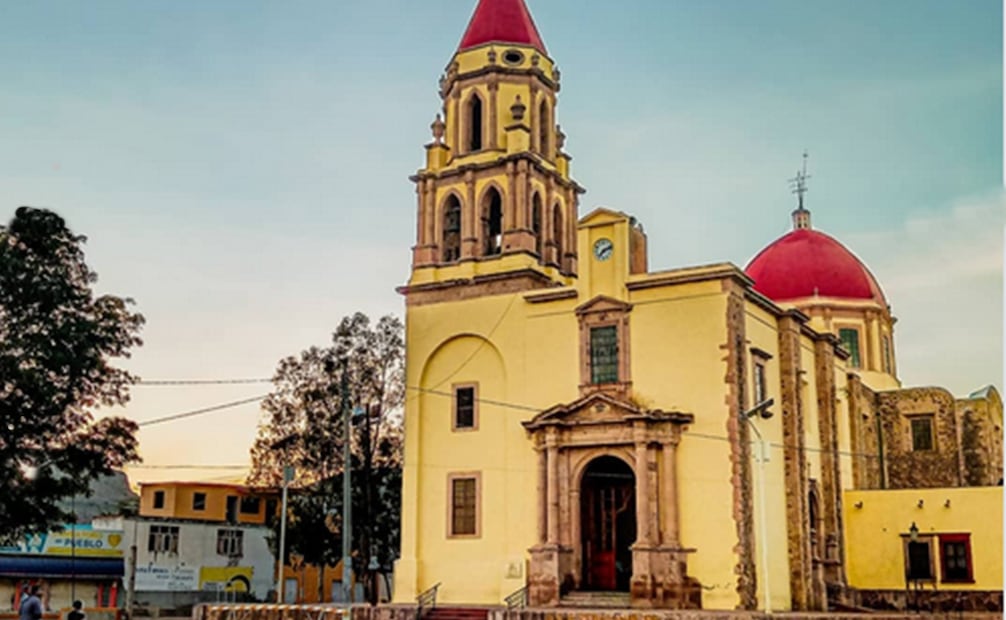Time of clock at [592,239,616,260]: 7:11
